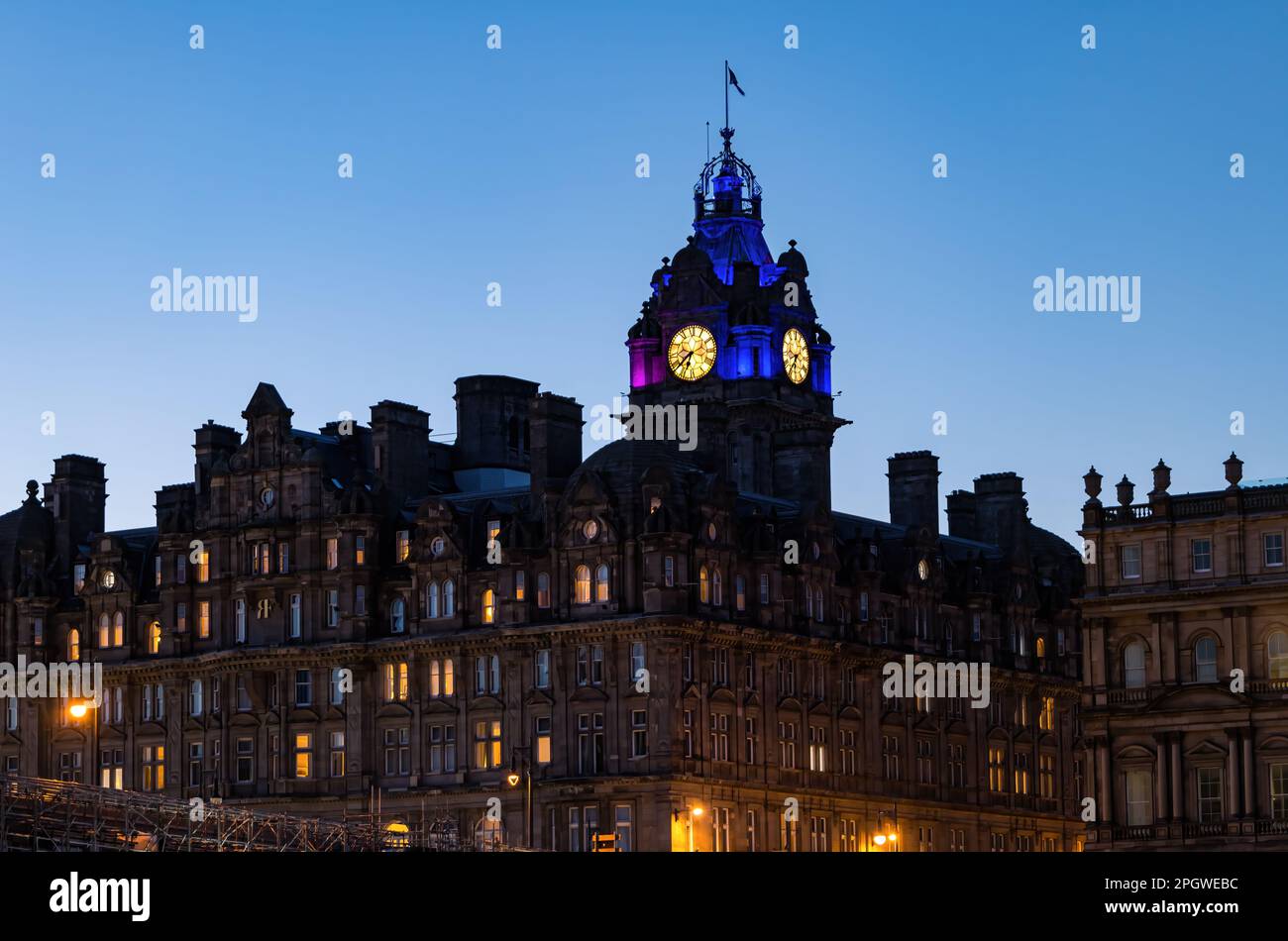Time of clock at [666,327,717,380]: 6:38
